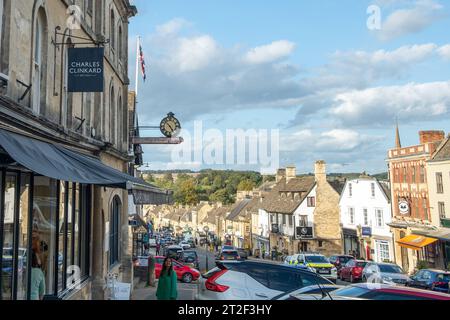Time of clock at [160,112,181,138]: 4:52
